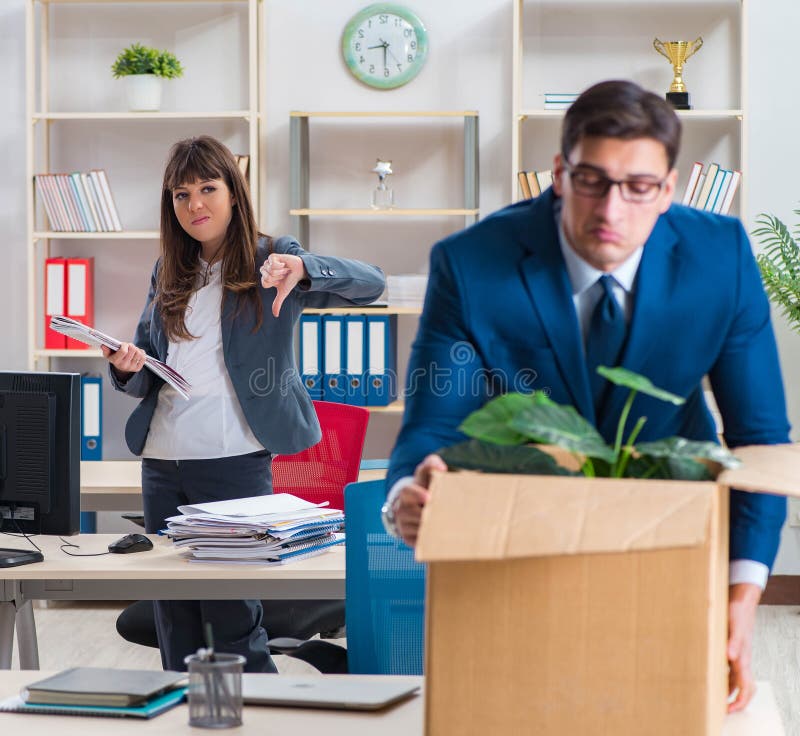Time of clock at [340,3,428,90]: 8:29
